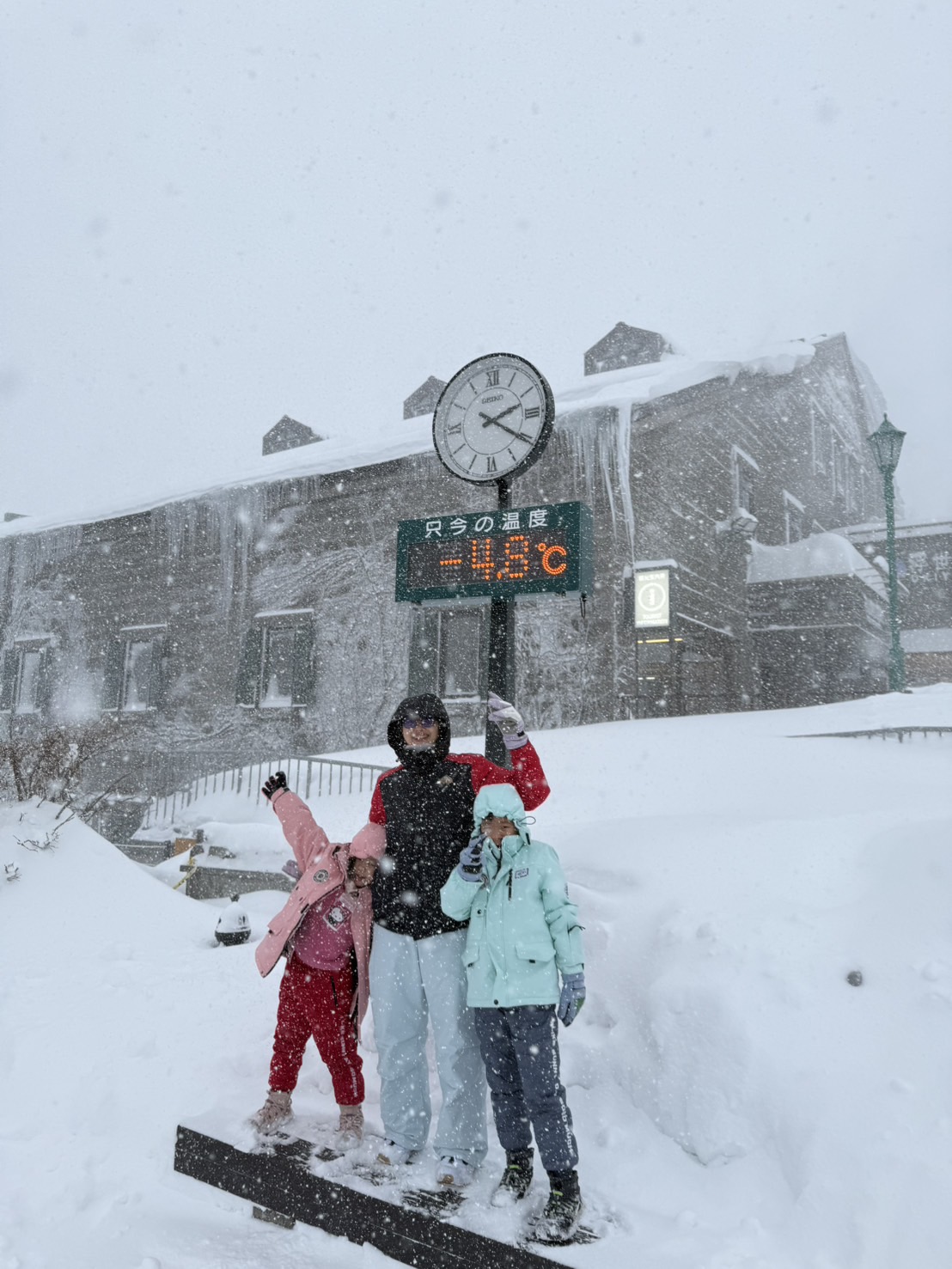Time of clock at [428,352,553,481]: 2:20
